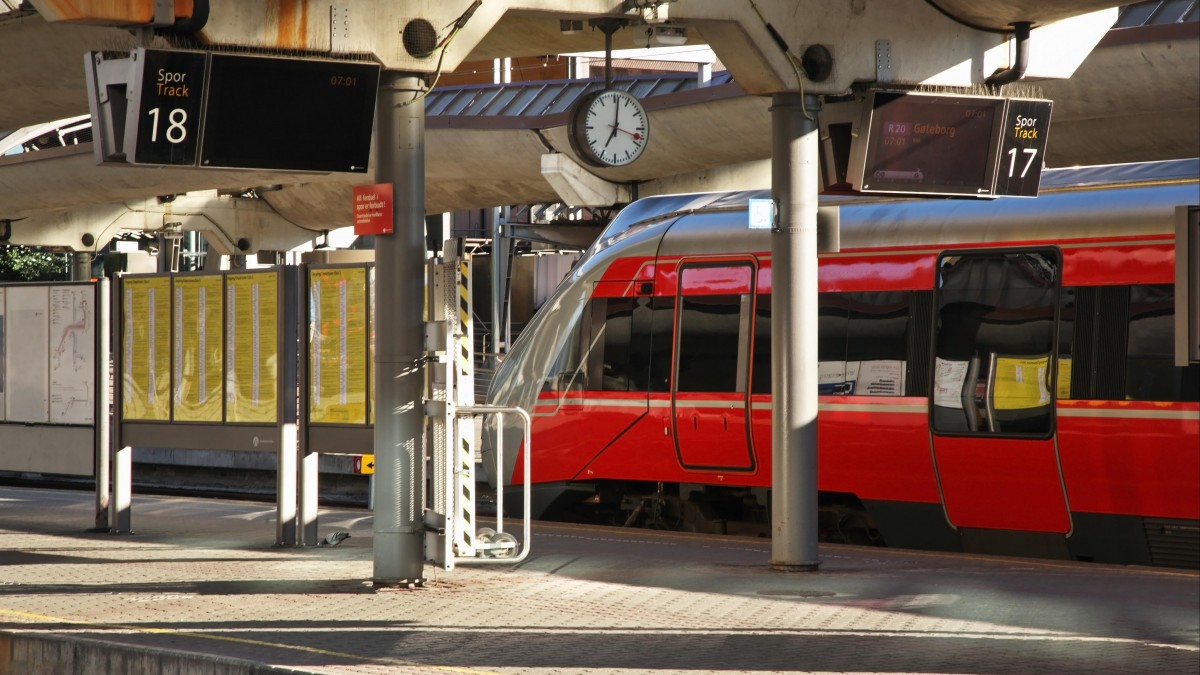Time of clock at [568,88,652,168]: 7:01
